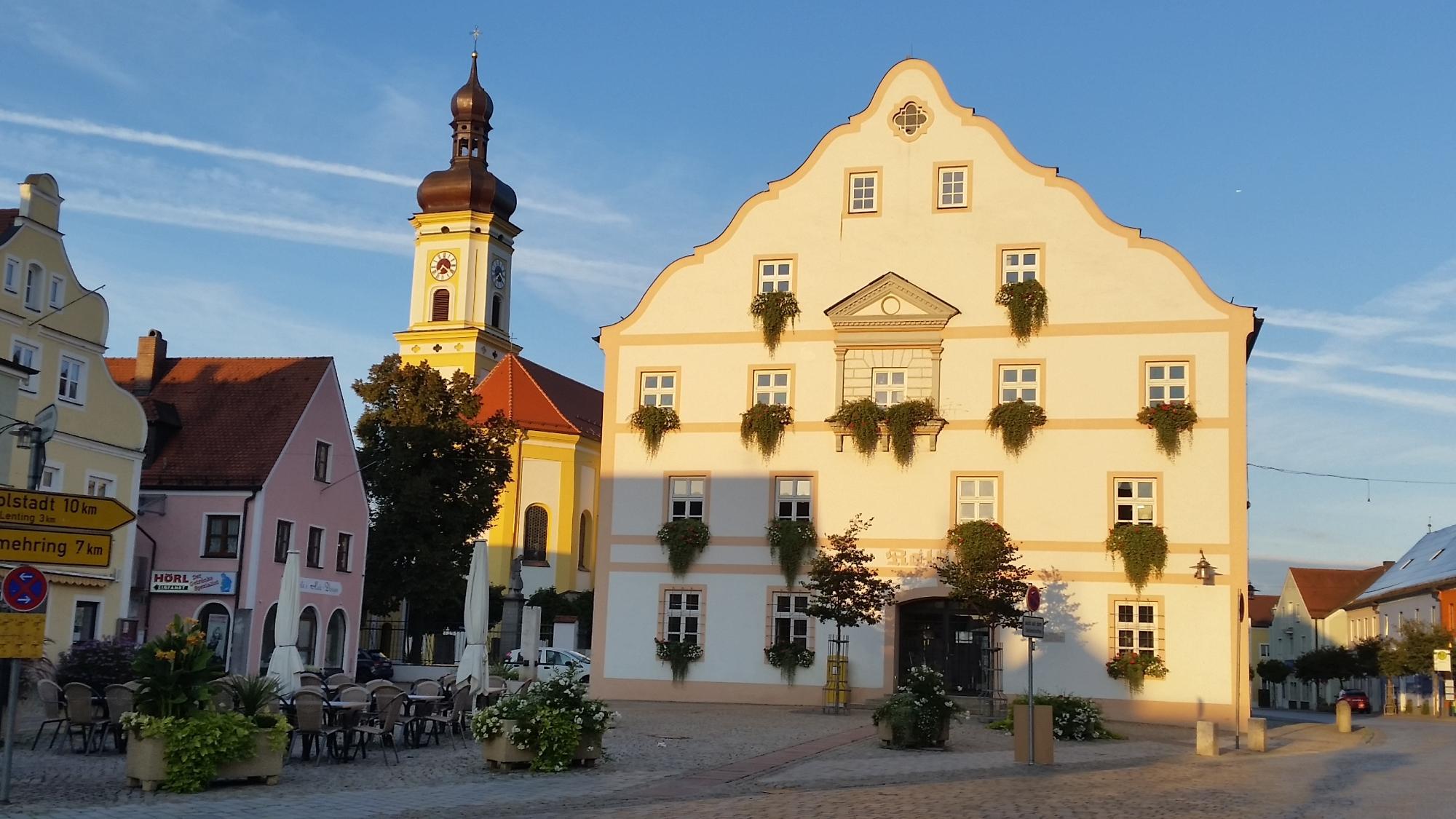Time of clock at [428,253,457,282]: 7:21
